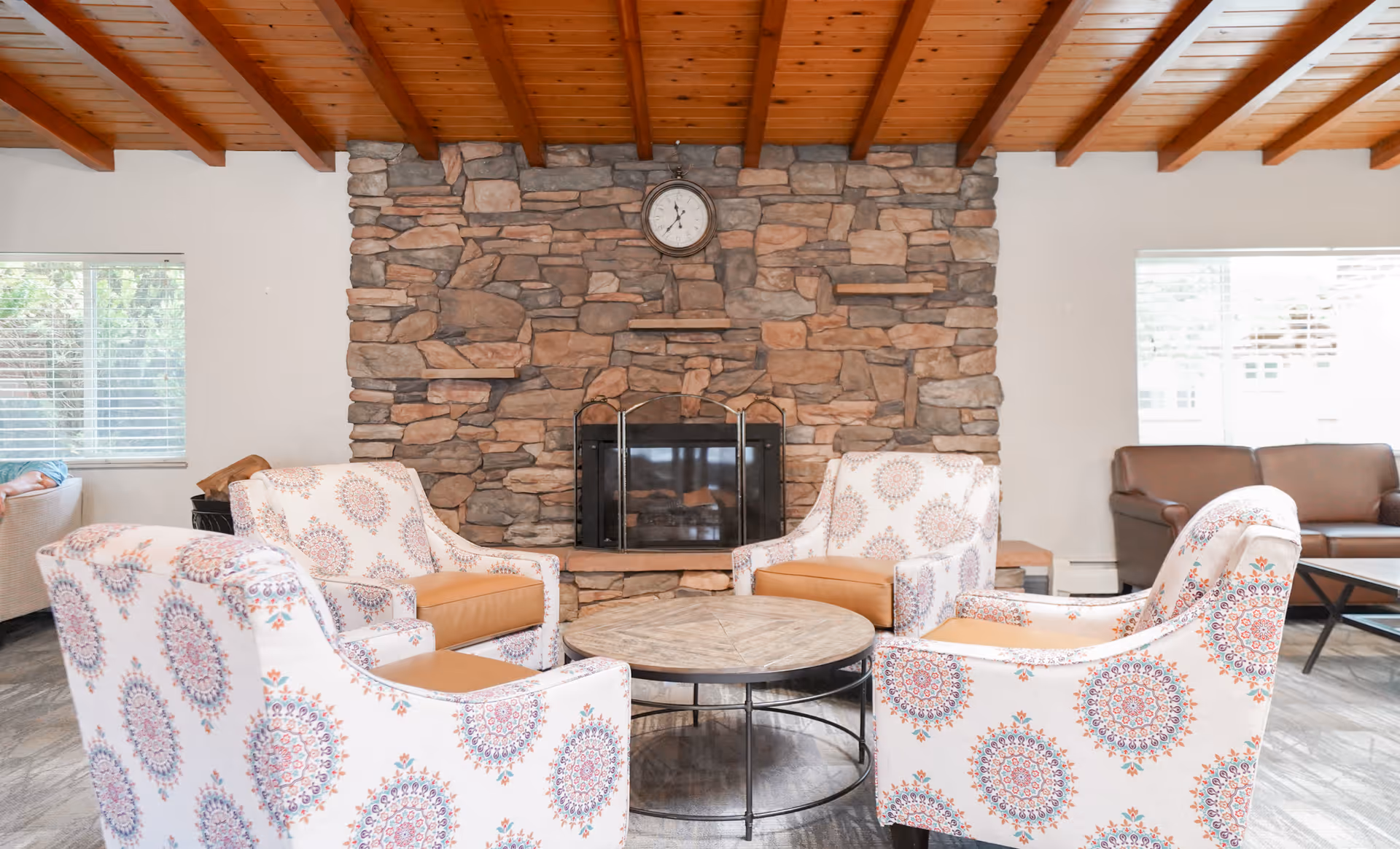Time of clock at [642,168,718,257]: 11:36
